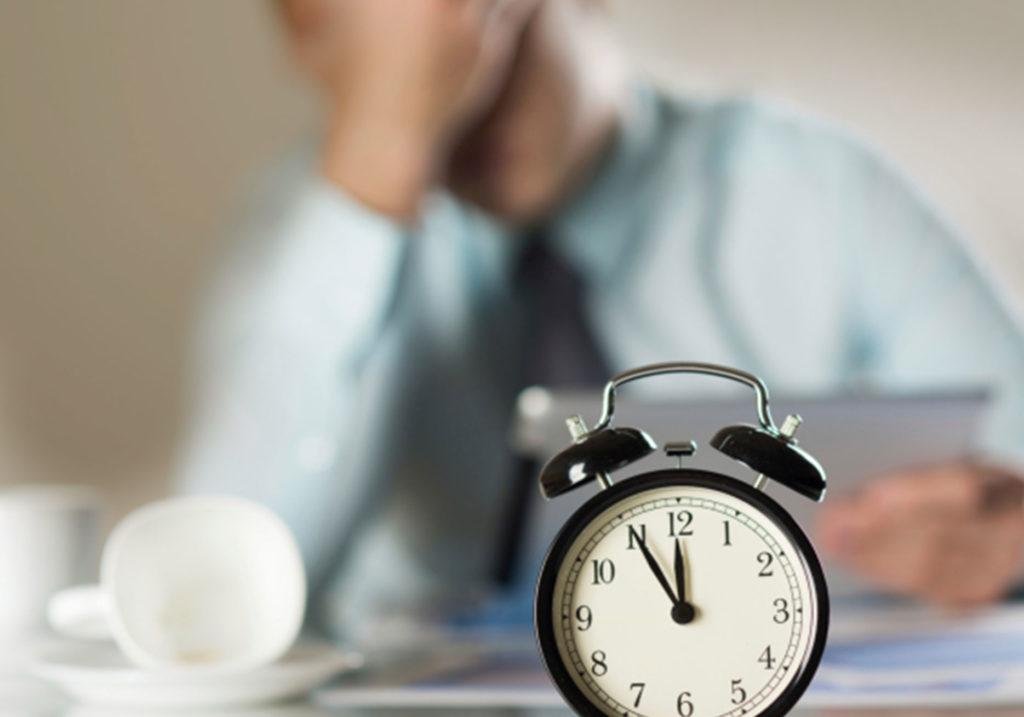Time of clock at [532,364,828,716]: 11:55
